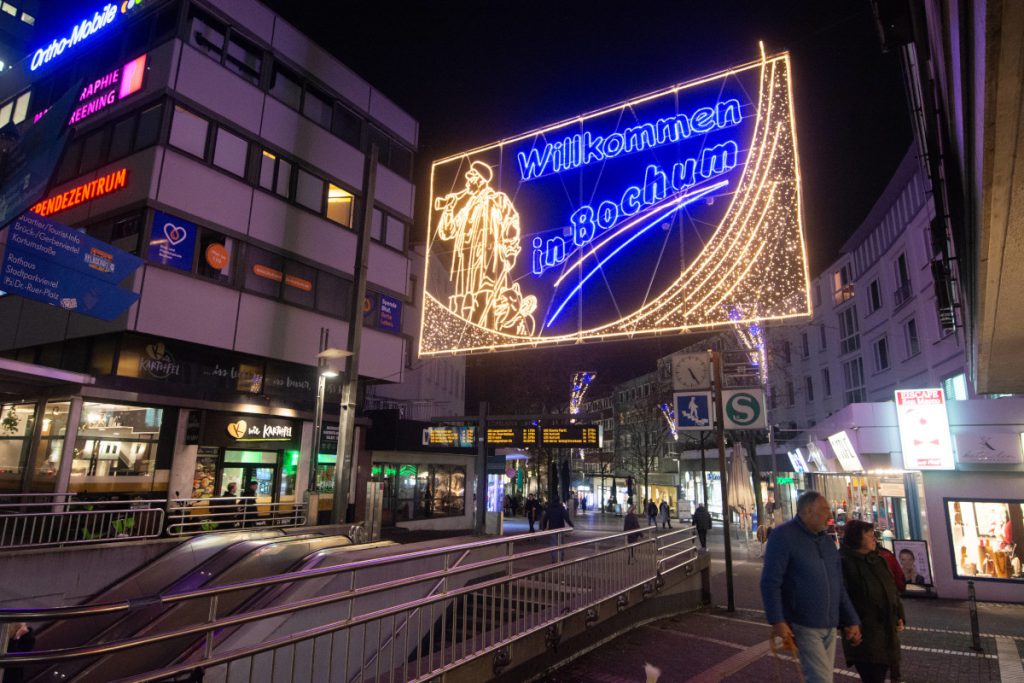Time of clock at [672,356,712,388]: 5:25
